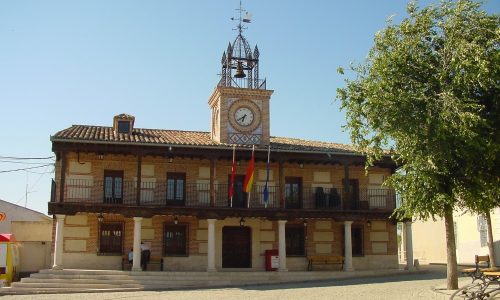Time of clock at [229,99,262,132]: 6:39
